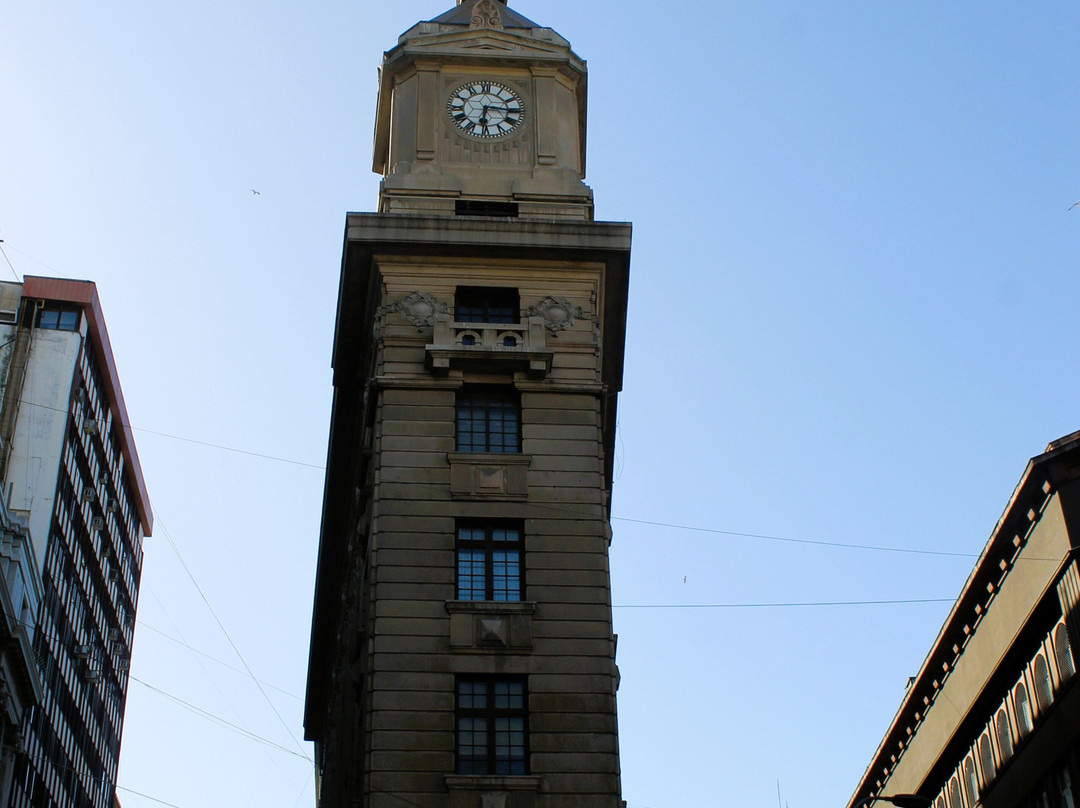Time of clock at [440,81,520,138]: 6:15
